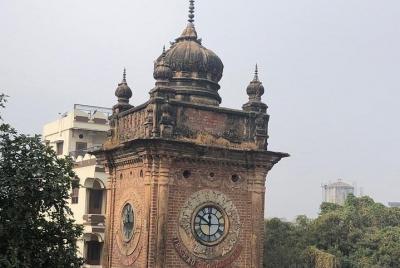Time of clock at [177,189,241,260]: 11:50
